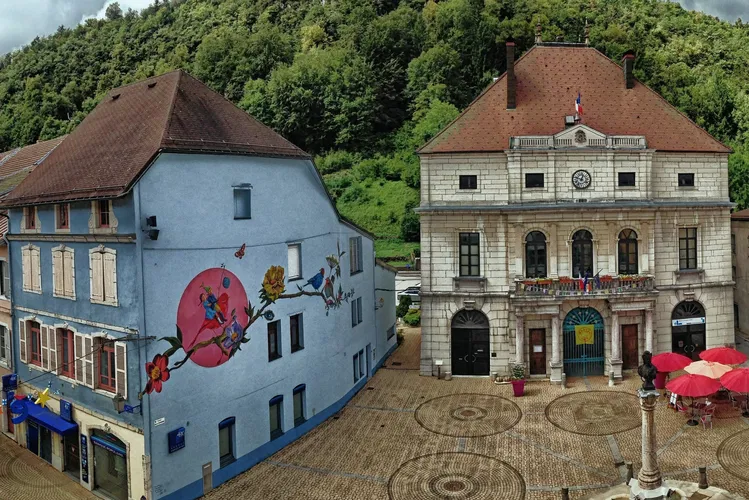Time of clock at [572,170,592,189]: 12:47
